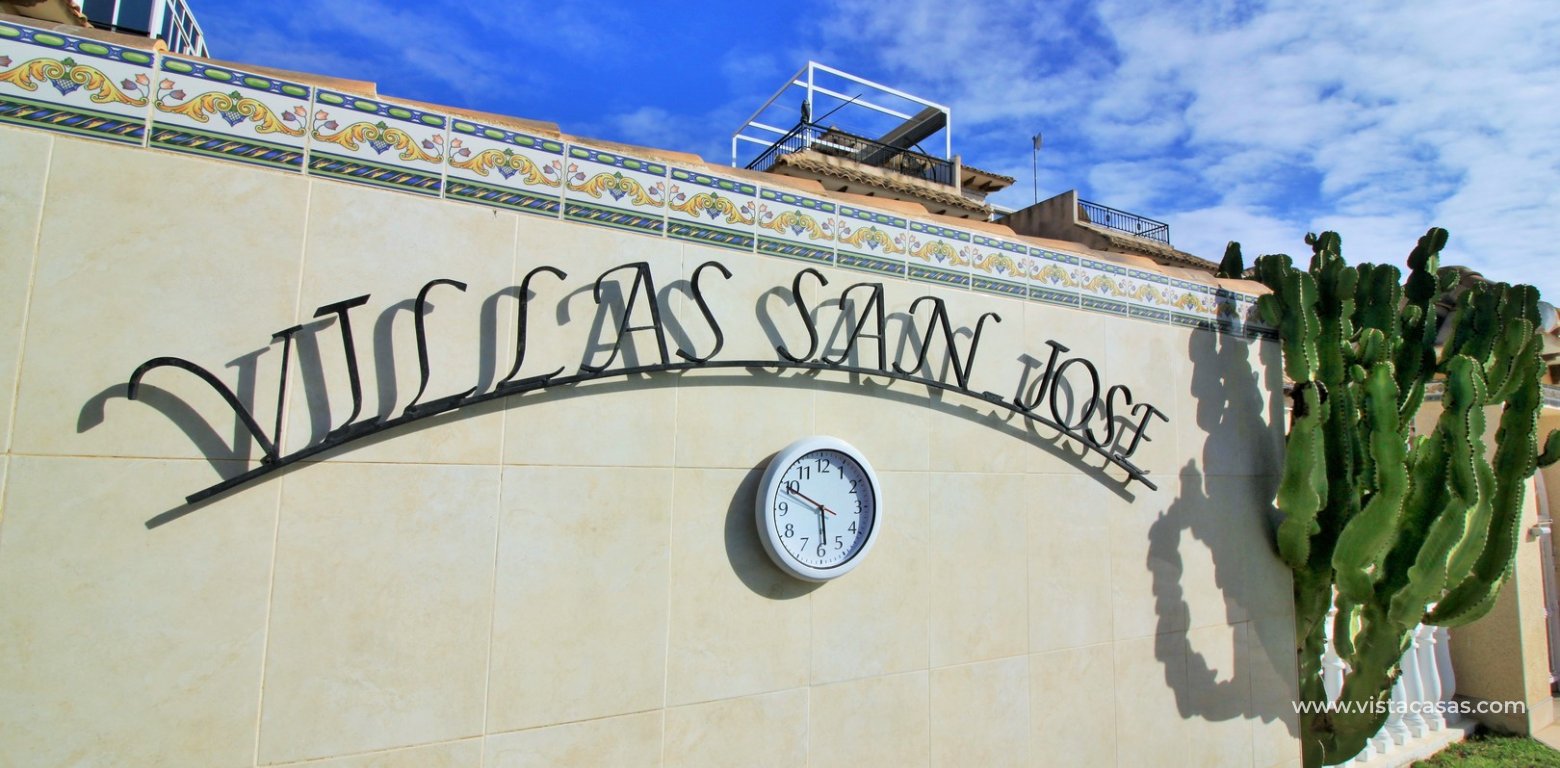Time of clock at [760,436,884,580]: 5:49
